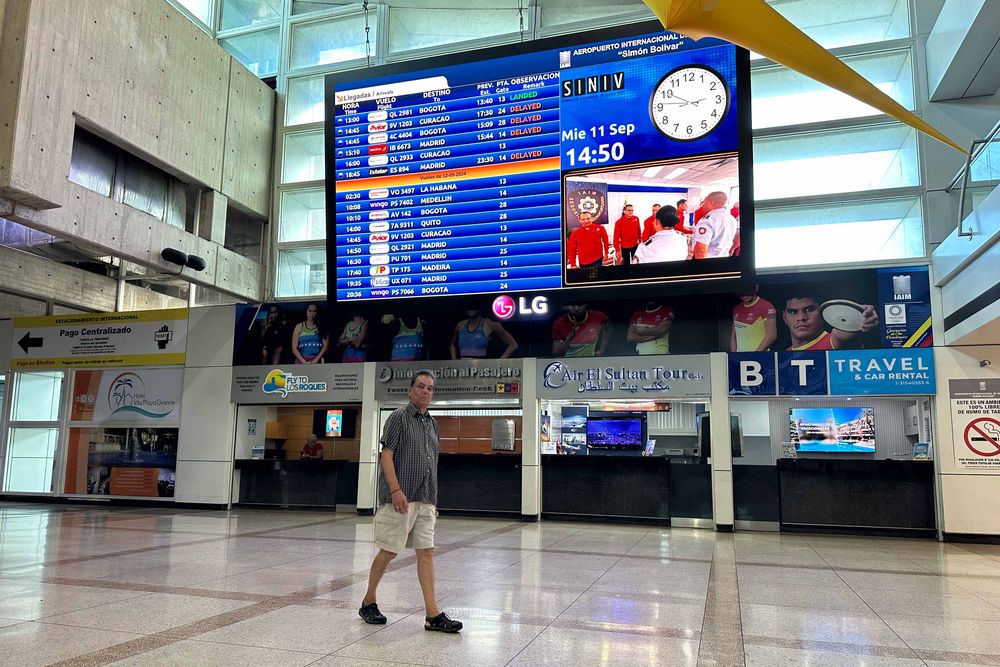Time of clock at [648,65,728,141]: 2:50
